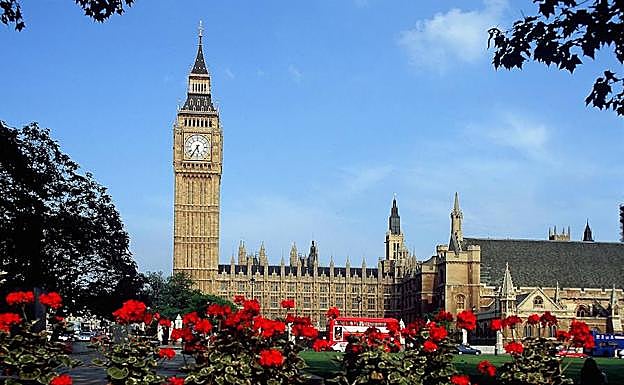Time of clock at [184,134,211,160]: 5:35
